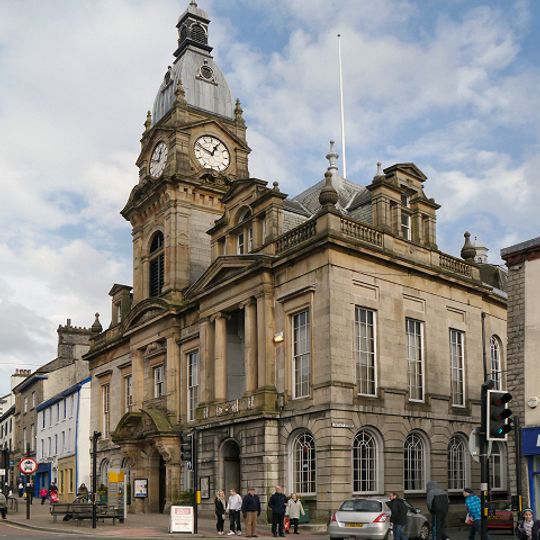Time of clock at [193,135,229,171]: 12:48
